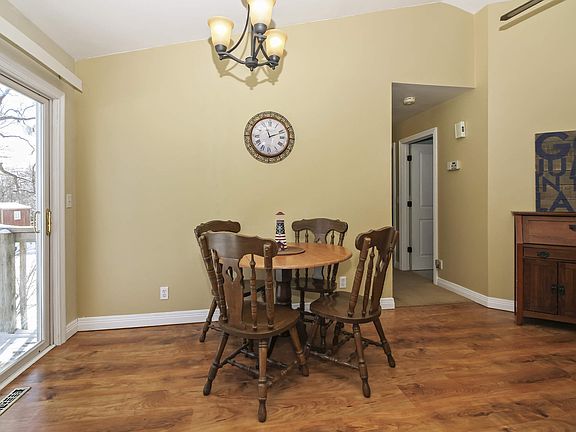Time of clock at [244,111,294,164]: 11:11
